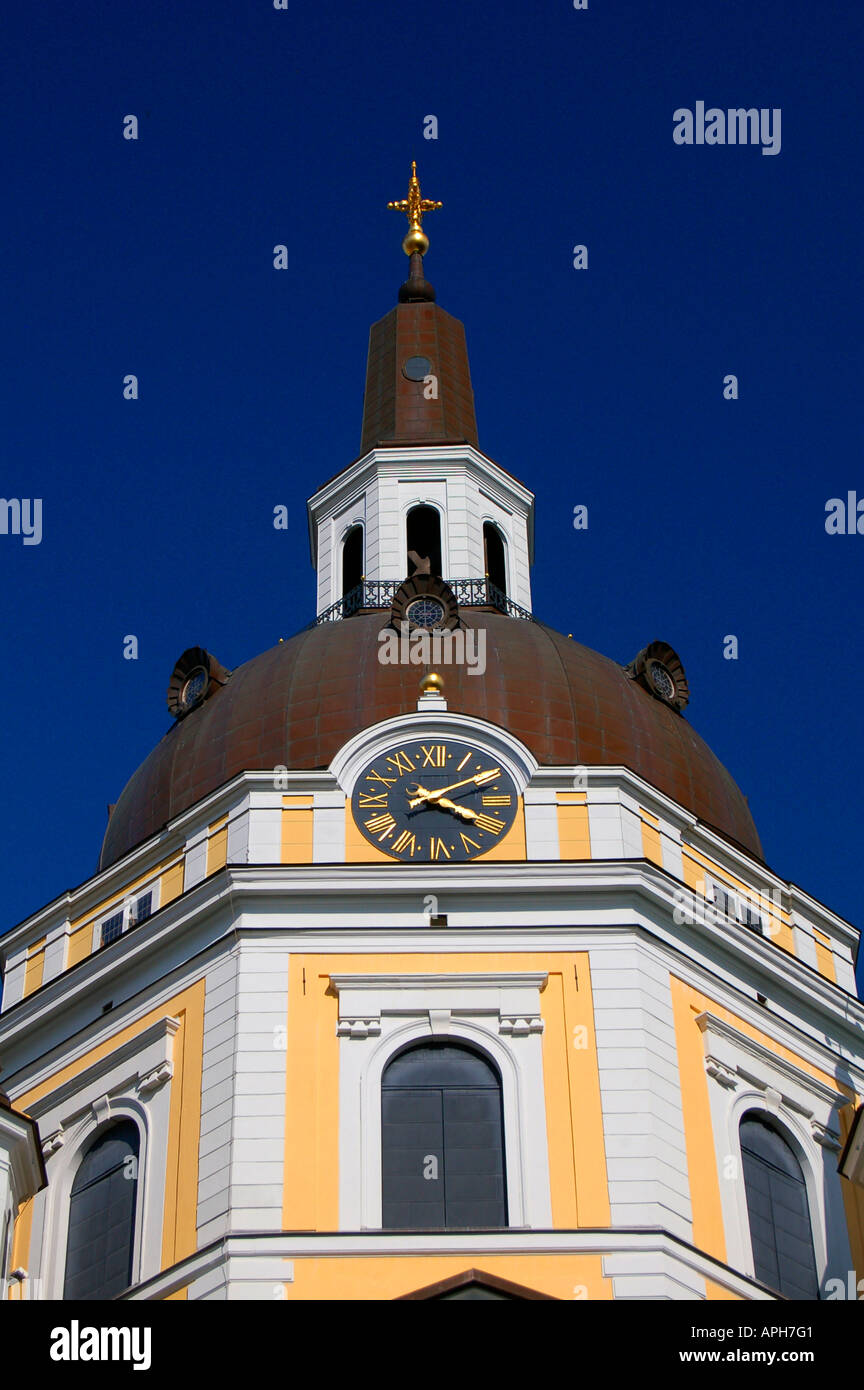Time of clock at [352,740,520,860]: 4:09
